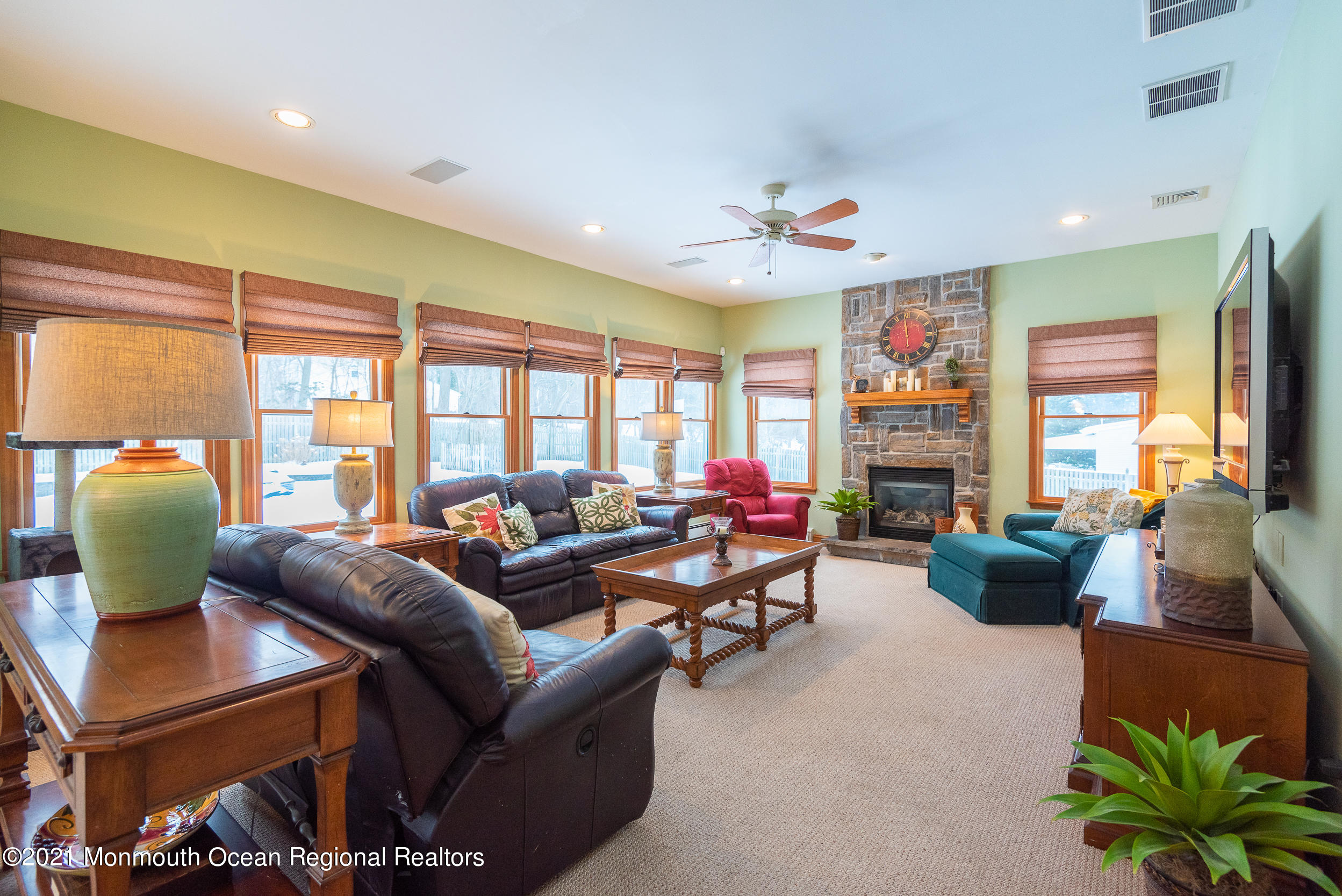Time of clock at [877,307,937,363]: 5:59
